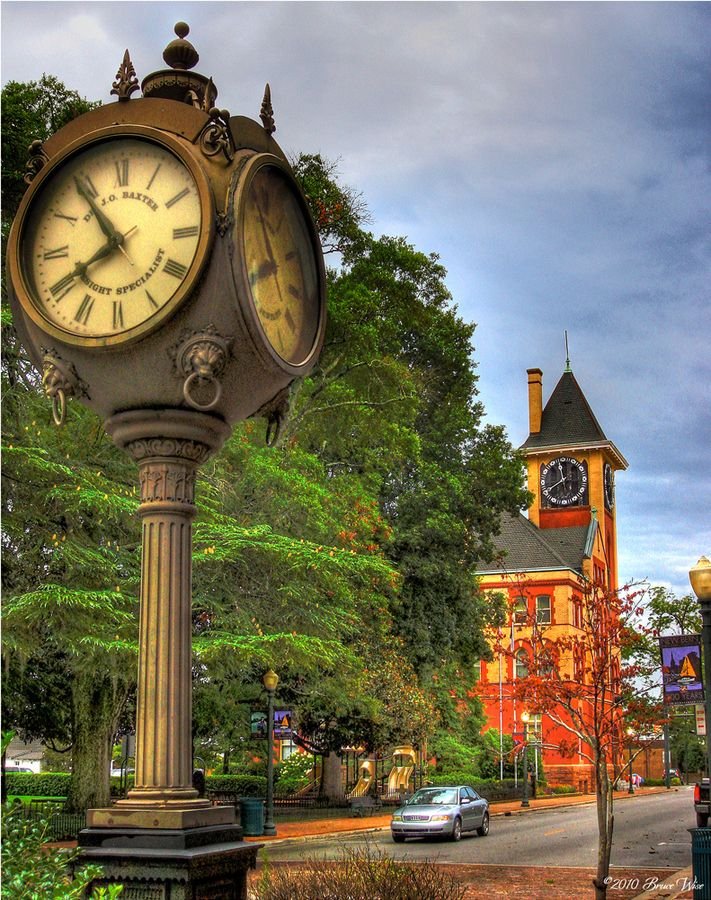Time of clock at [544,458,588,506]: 11:40
